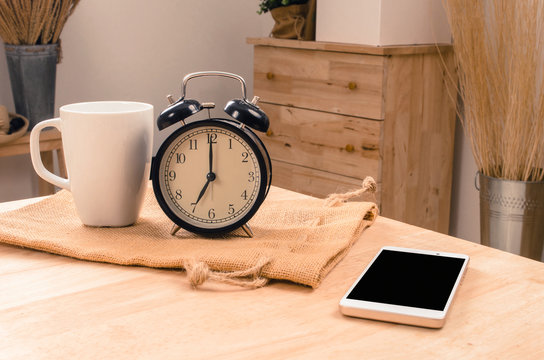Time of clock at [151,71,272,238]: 7:00
